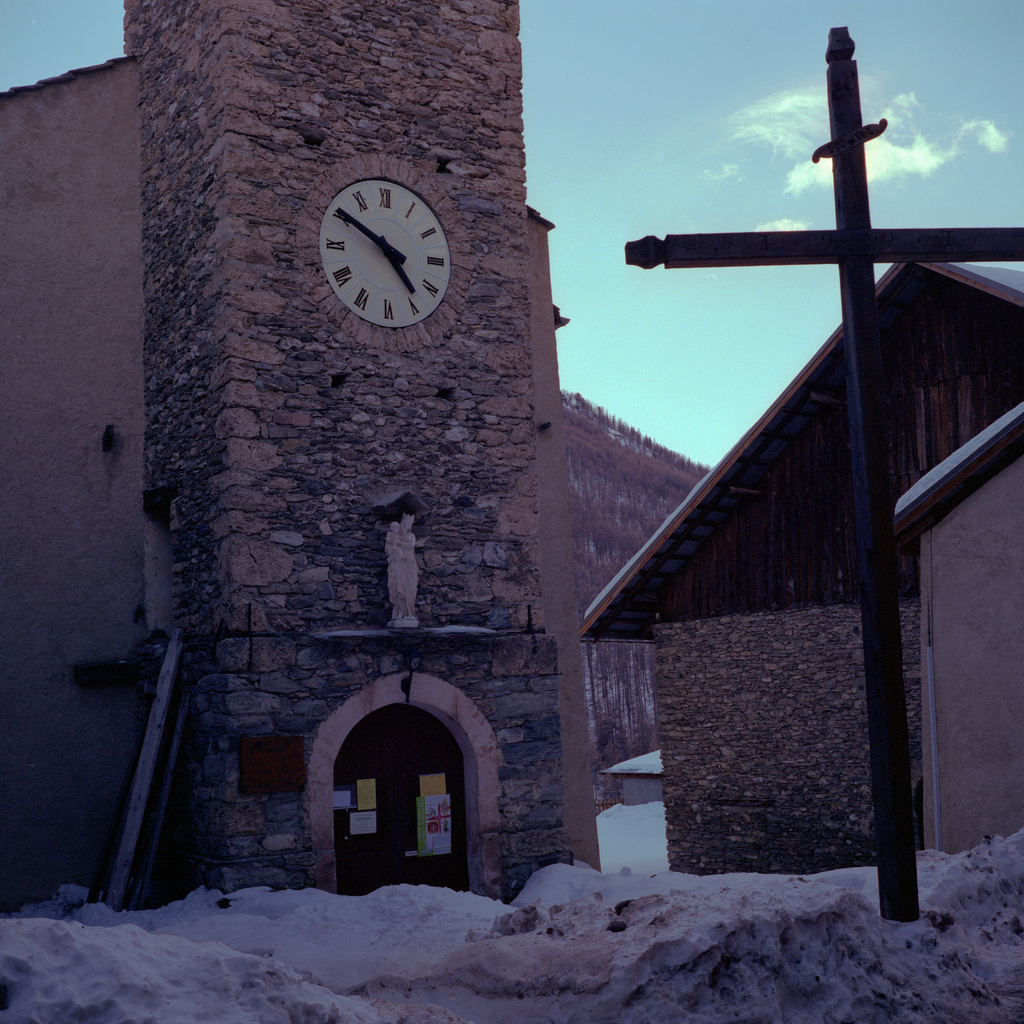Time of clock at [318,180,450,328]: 4:50
